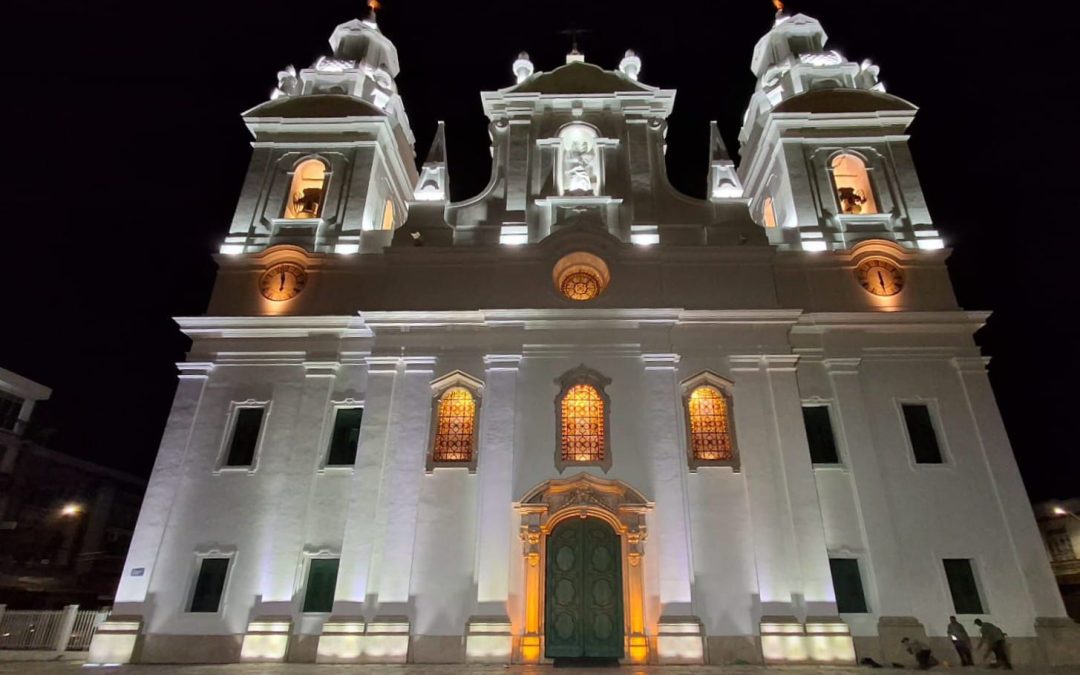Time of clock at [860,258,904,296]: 5:27
